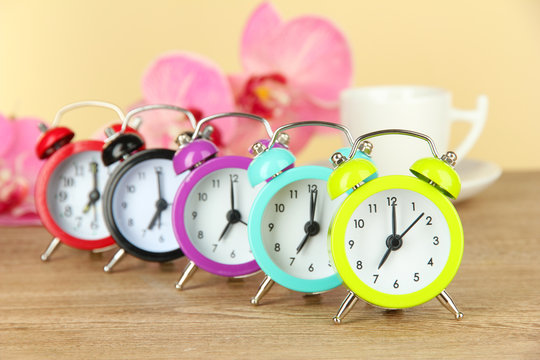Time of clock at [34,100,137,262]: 7:00
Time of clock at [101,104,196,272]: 7:00
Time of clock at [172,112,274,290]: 7:00
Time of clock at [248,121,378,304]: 7:00
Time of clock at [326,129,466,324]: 7:00
